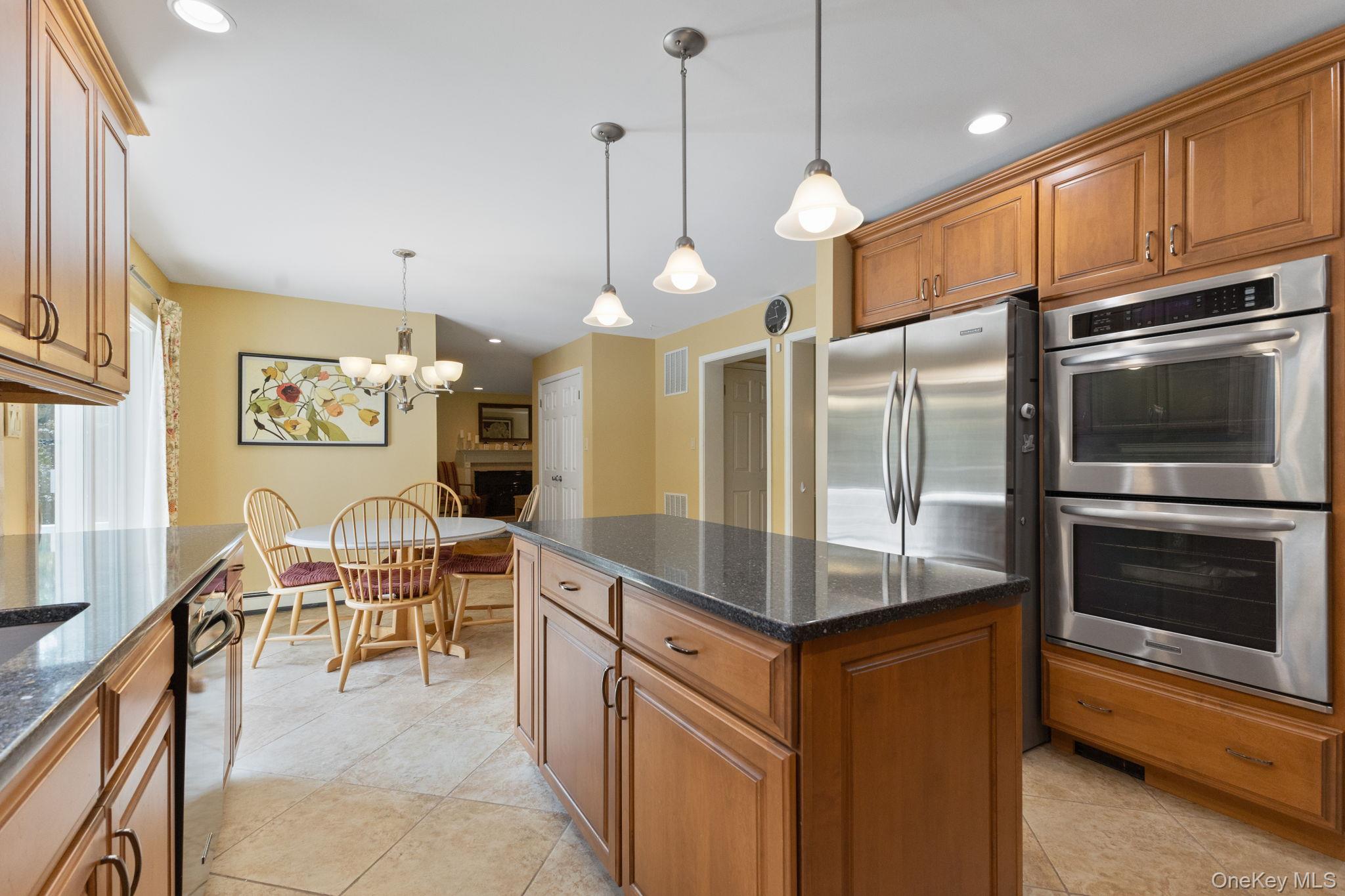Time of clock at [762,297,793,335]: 11:45
